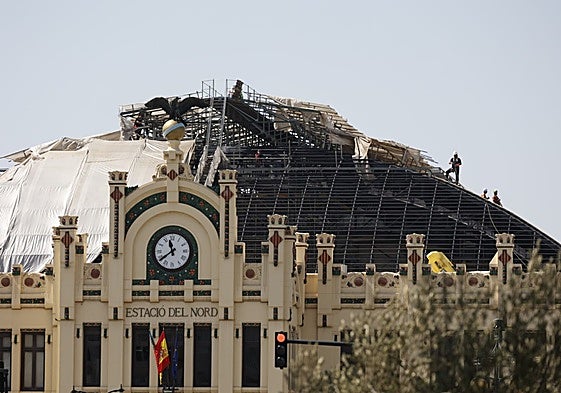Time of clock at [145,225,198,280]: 11:38
